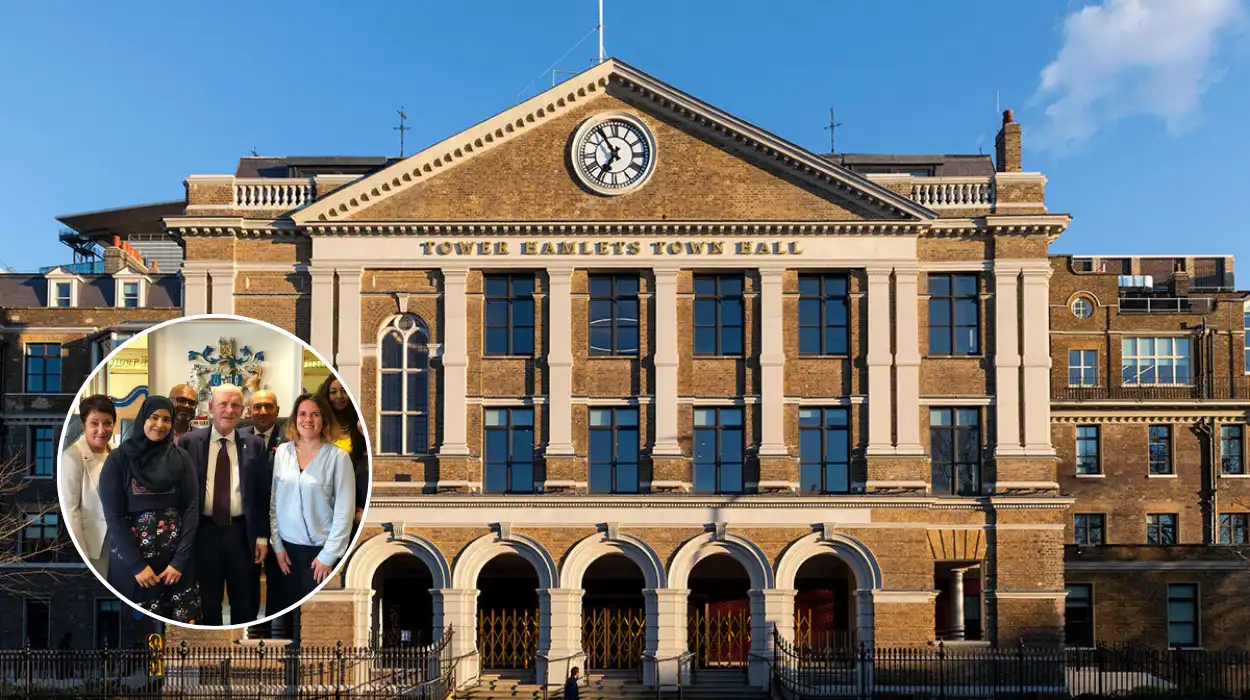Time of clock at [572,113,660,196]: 6:54
